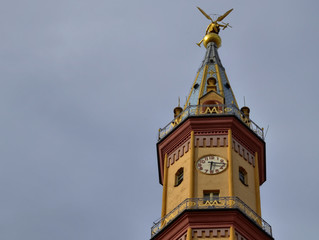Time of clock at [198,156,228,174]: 6:15
